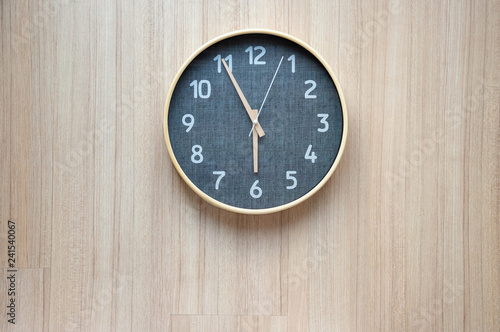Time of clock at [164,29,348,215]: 5:55
